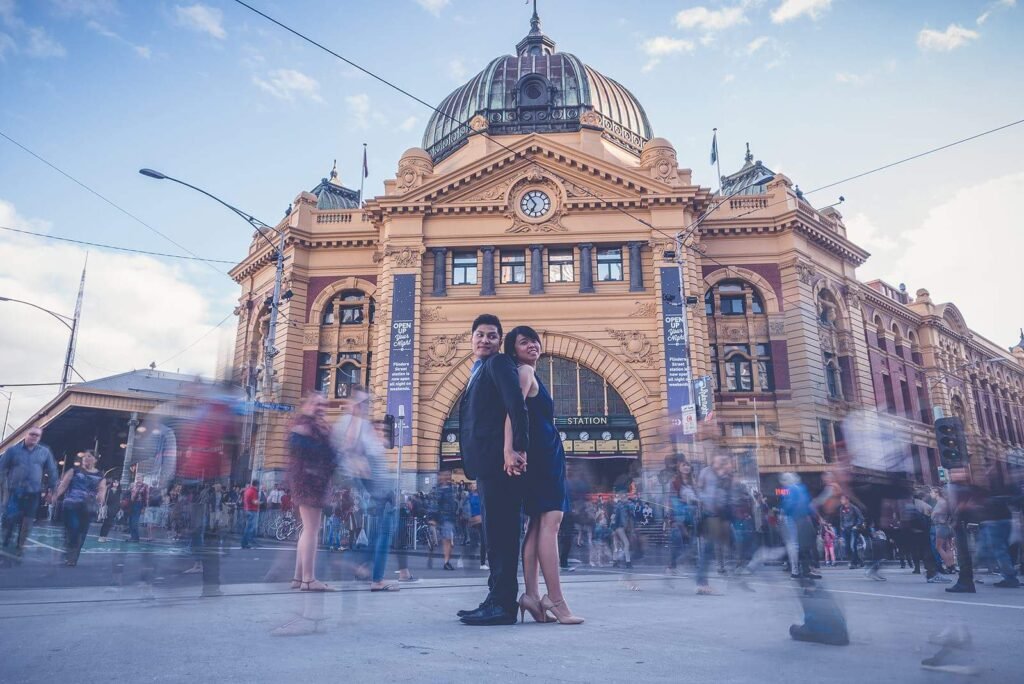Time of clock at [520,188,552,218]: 6:54
